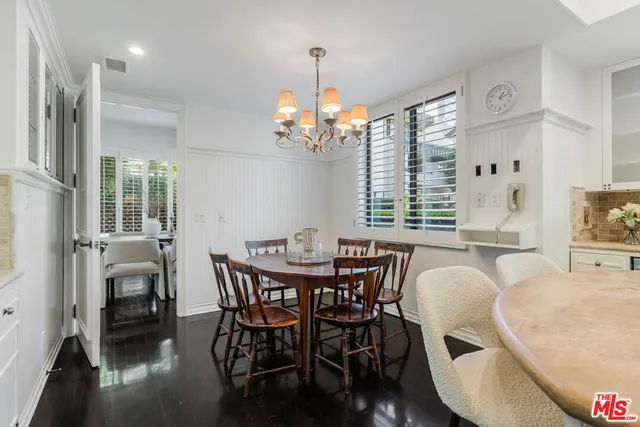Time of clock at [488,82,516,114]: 1:12
